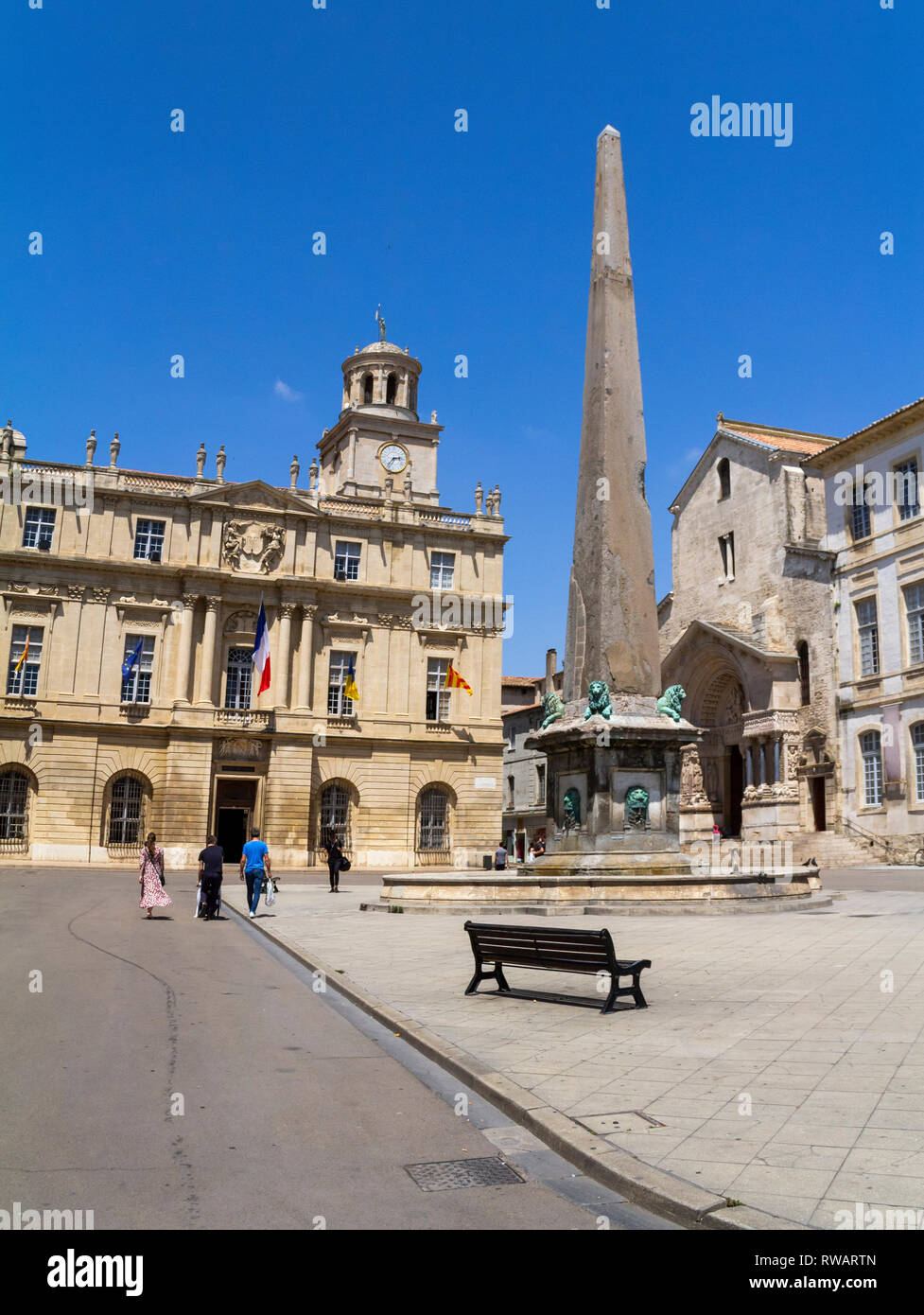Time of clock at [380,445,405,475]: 2:36
